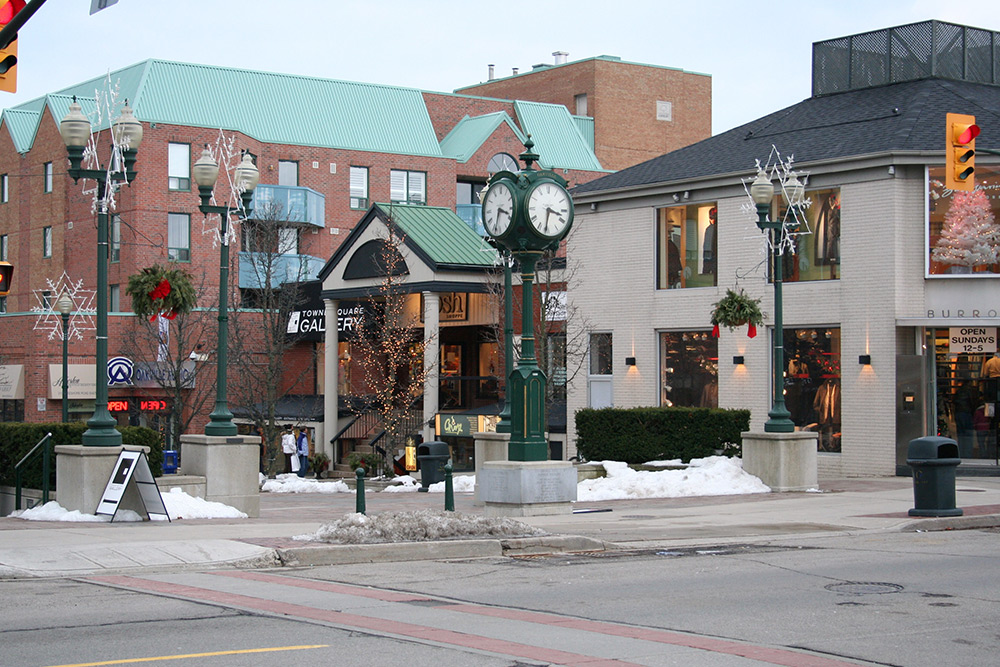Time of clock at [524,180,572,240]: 3:31
